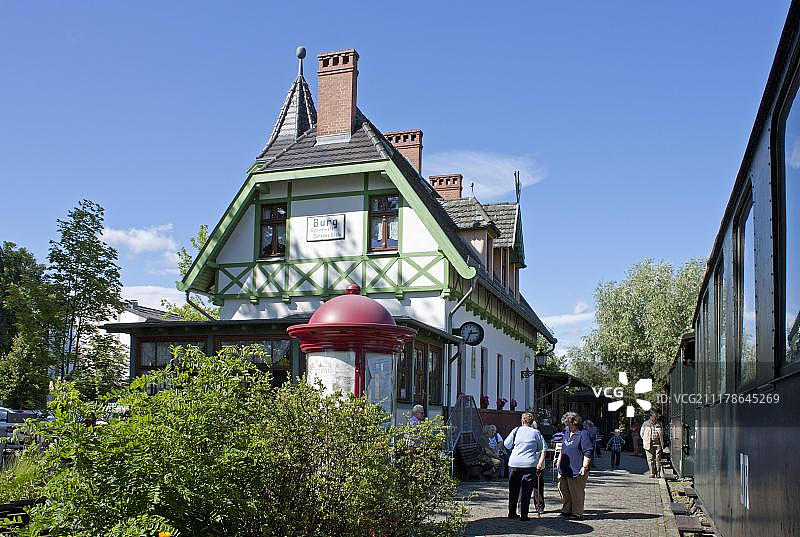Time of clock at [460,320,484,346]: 2:34
